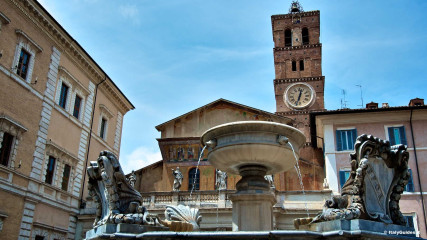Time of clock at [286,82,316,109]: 12:33
